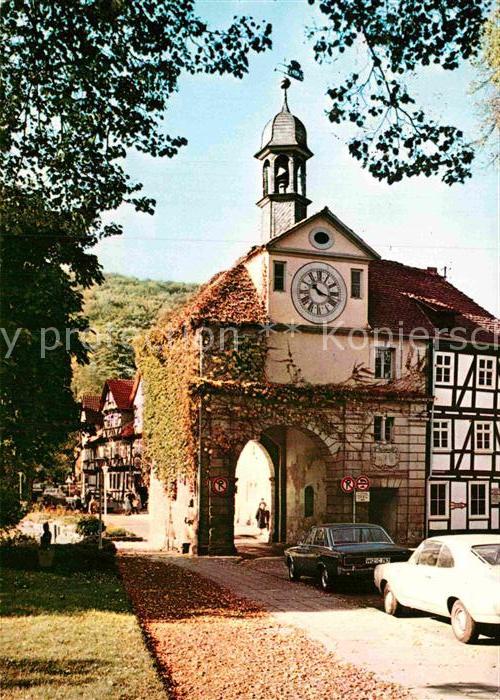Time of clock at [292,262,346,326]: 10:17
